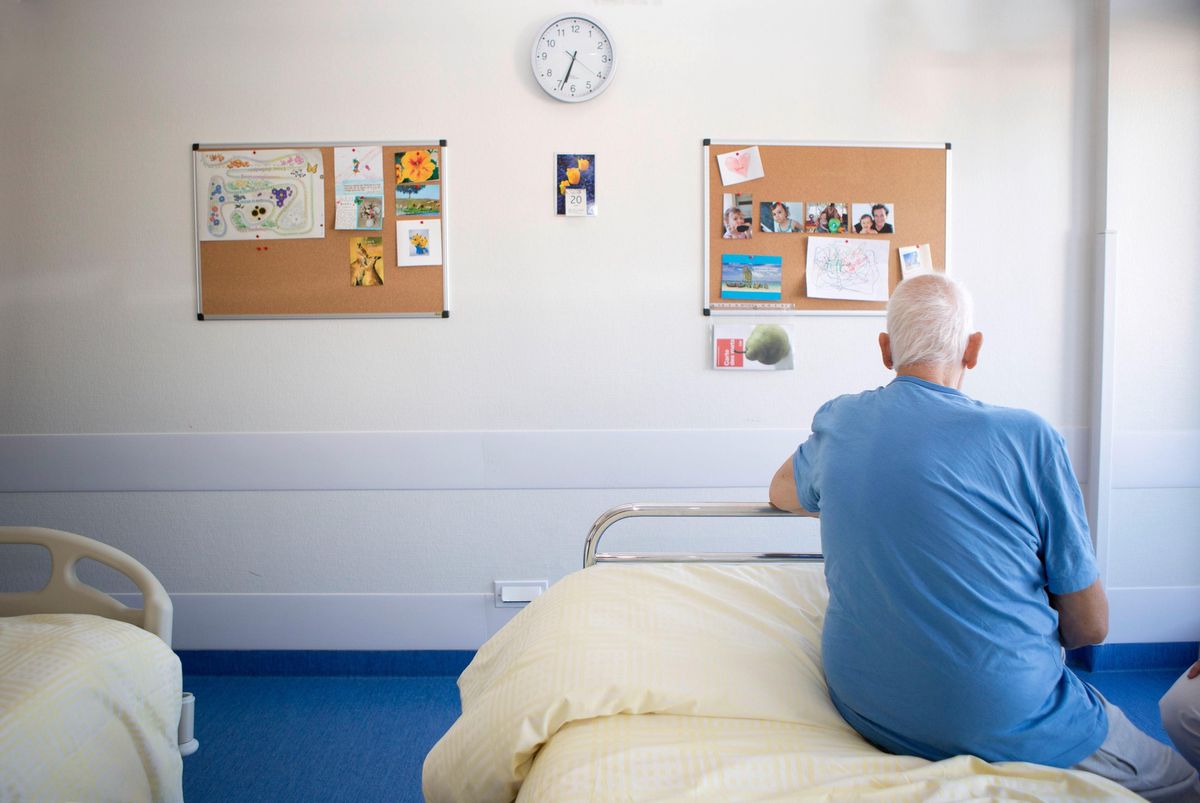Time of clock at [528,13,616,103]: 6:33
